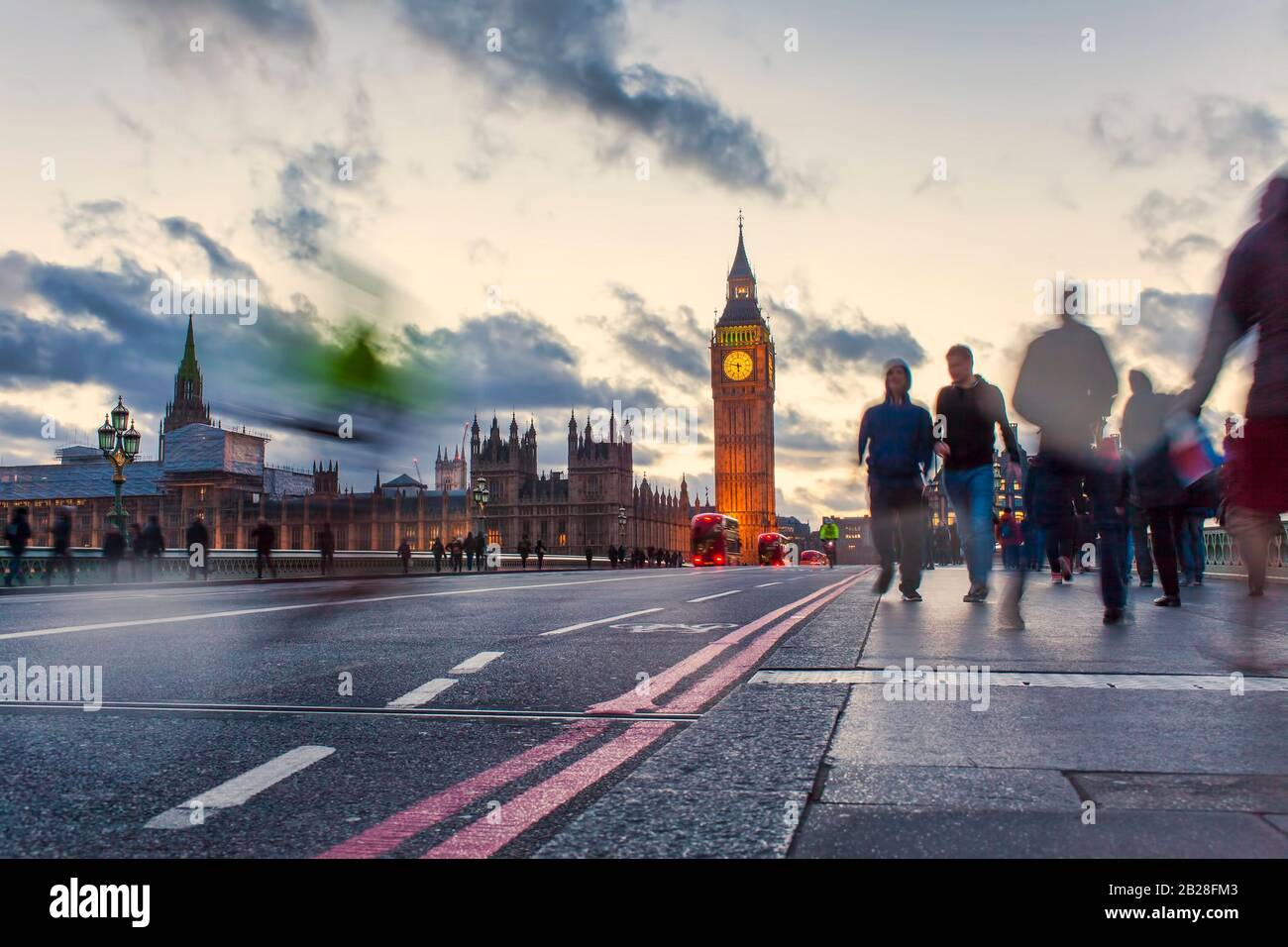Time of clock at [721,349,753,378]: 5:47
